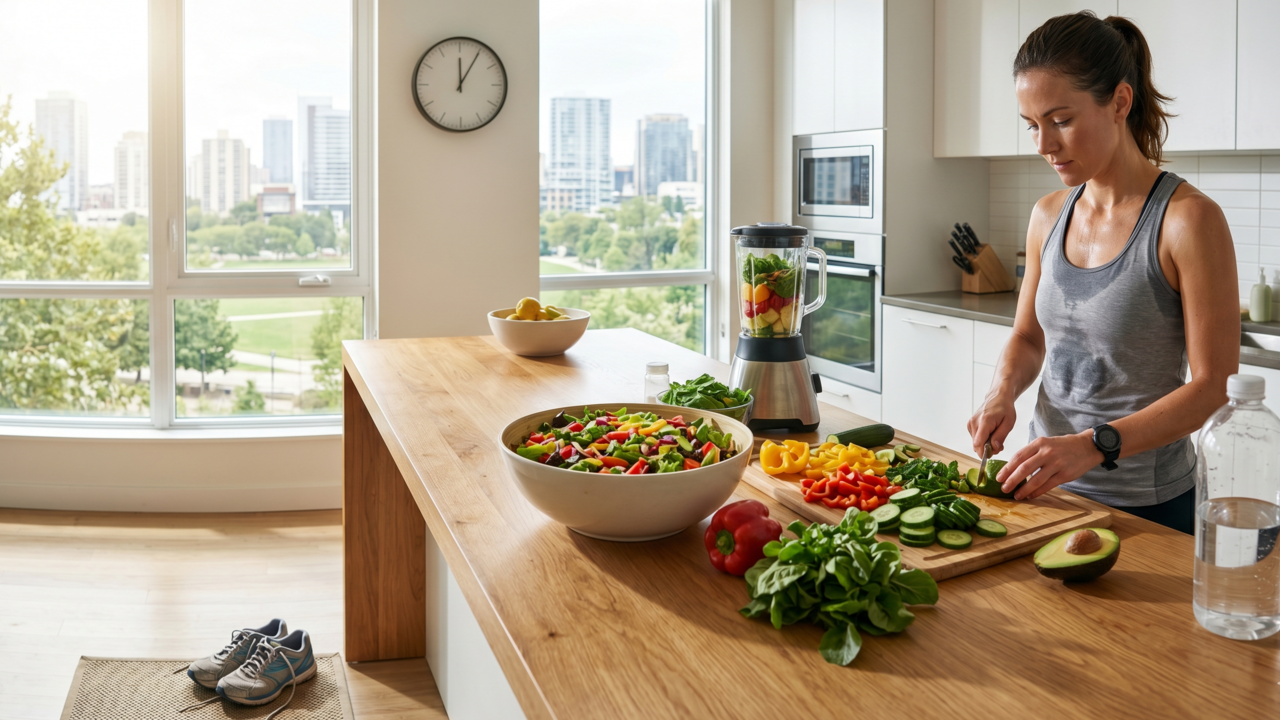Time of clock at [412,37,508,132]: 12:05
